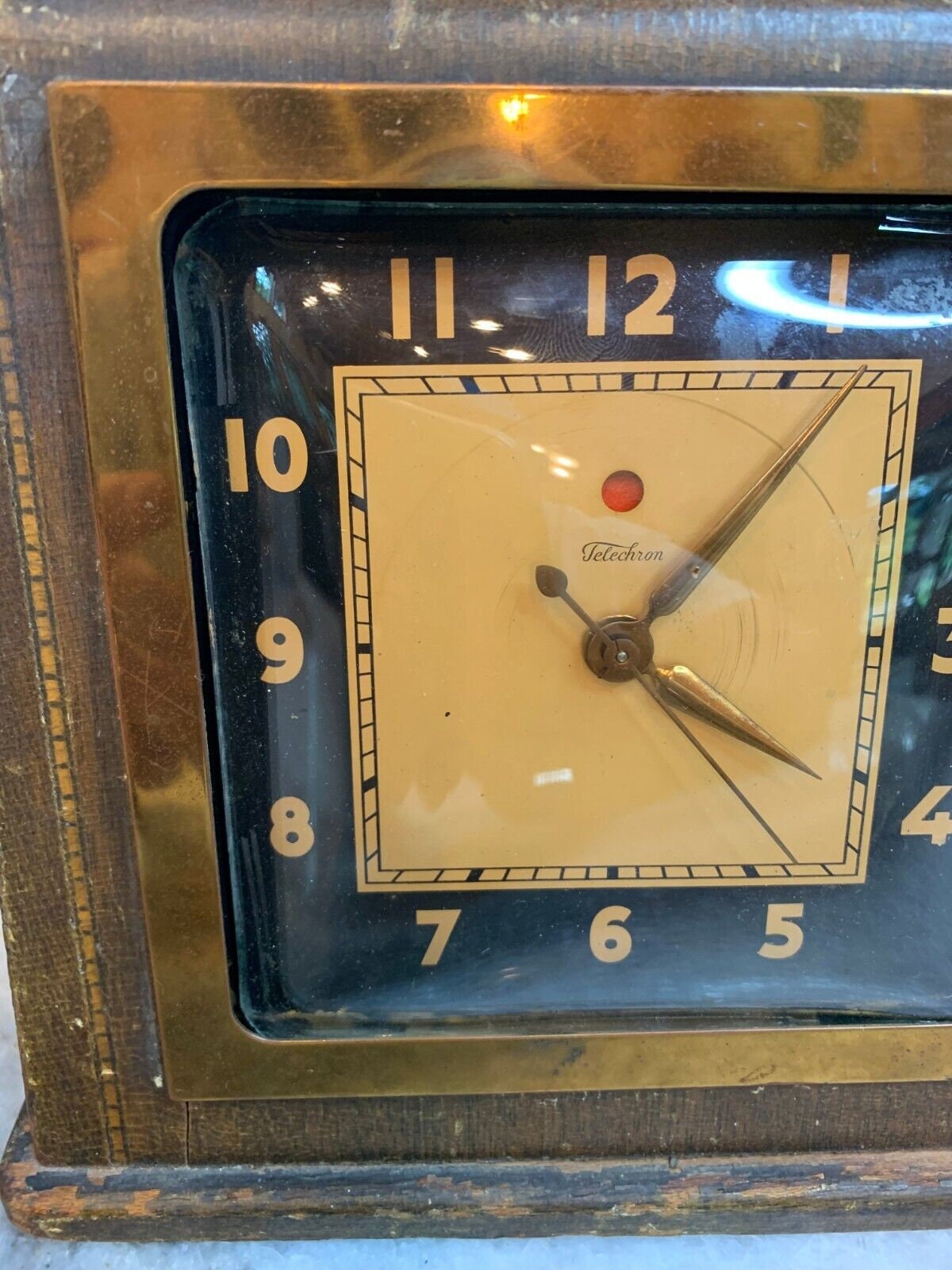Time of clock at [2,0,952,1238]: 4:07
